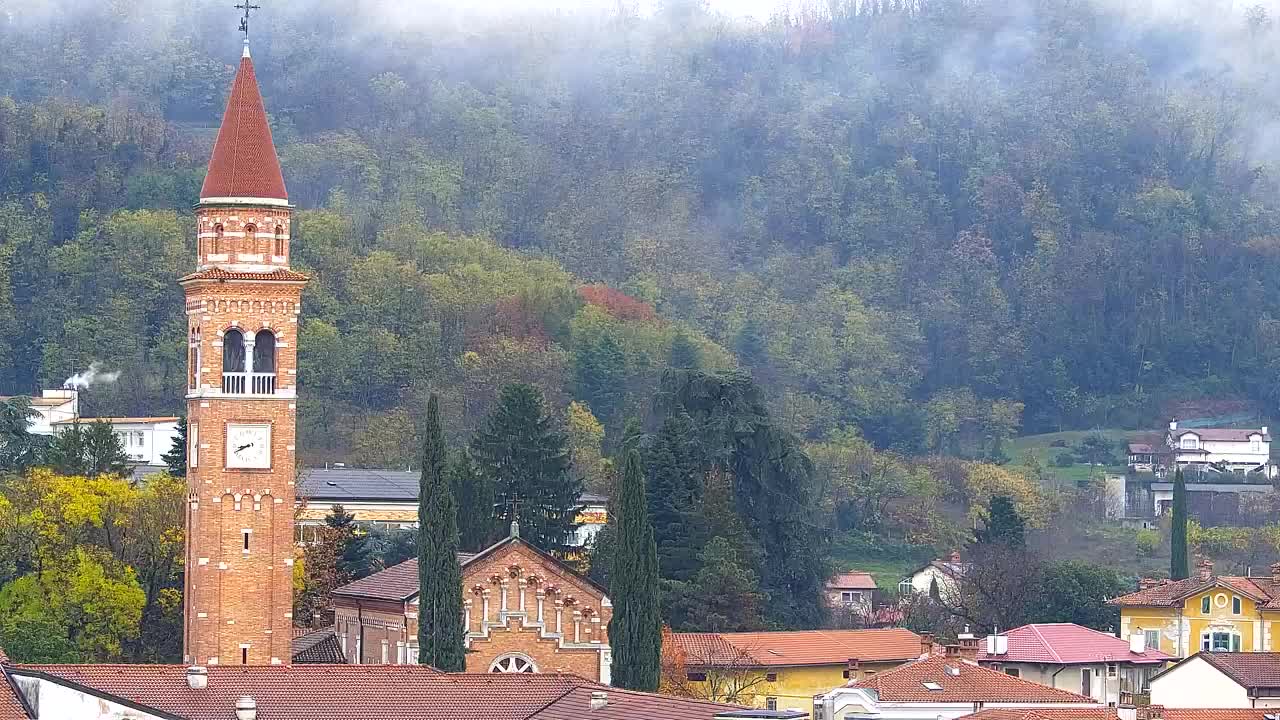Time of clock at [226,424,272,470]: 8:40
